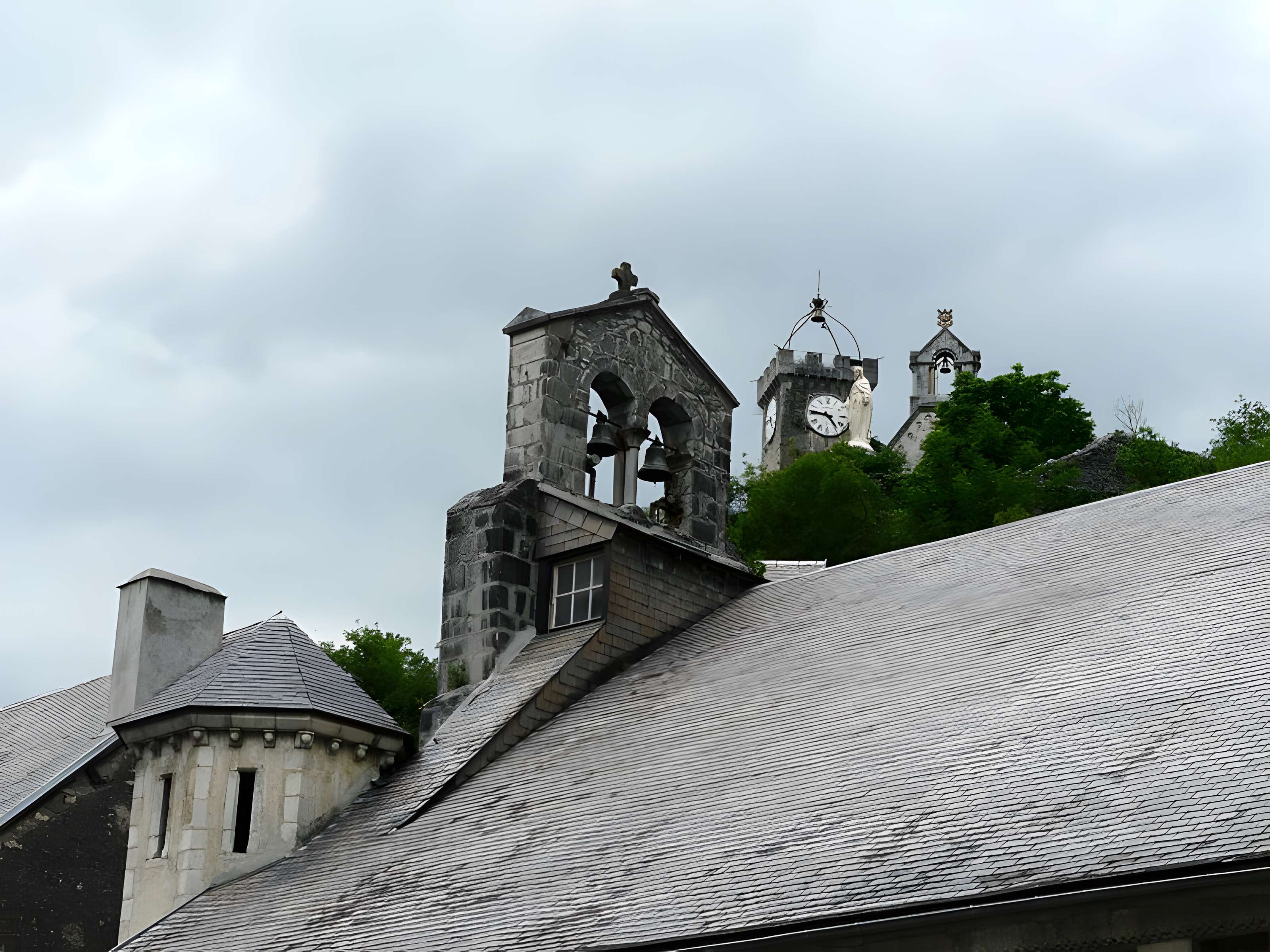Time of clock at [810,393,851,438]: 4:46
